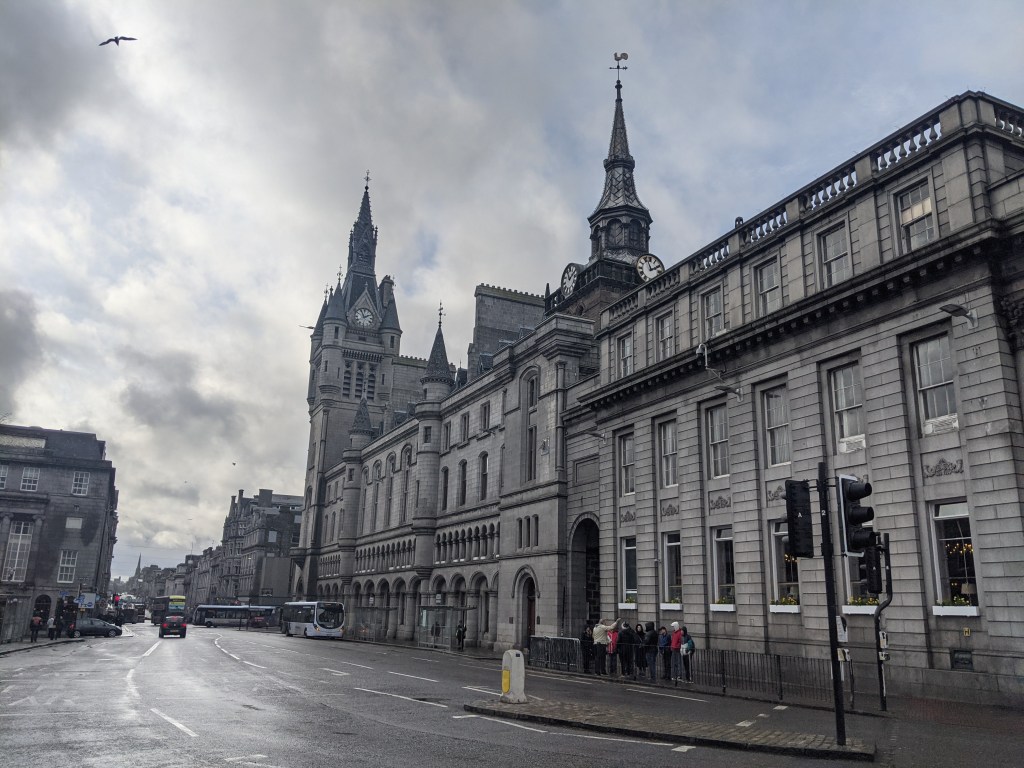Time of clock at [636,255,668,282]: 1:57
